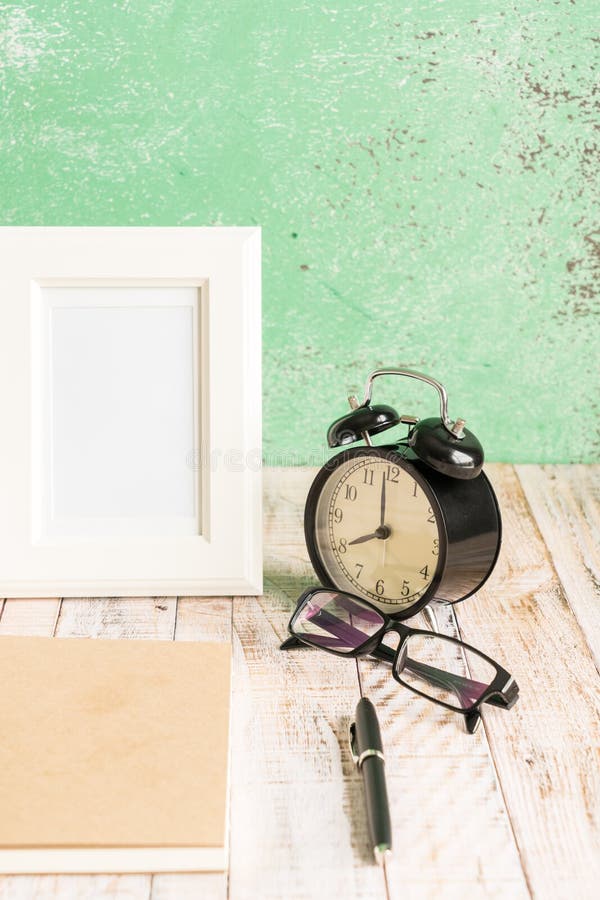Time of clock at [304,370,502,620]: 7:59
